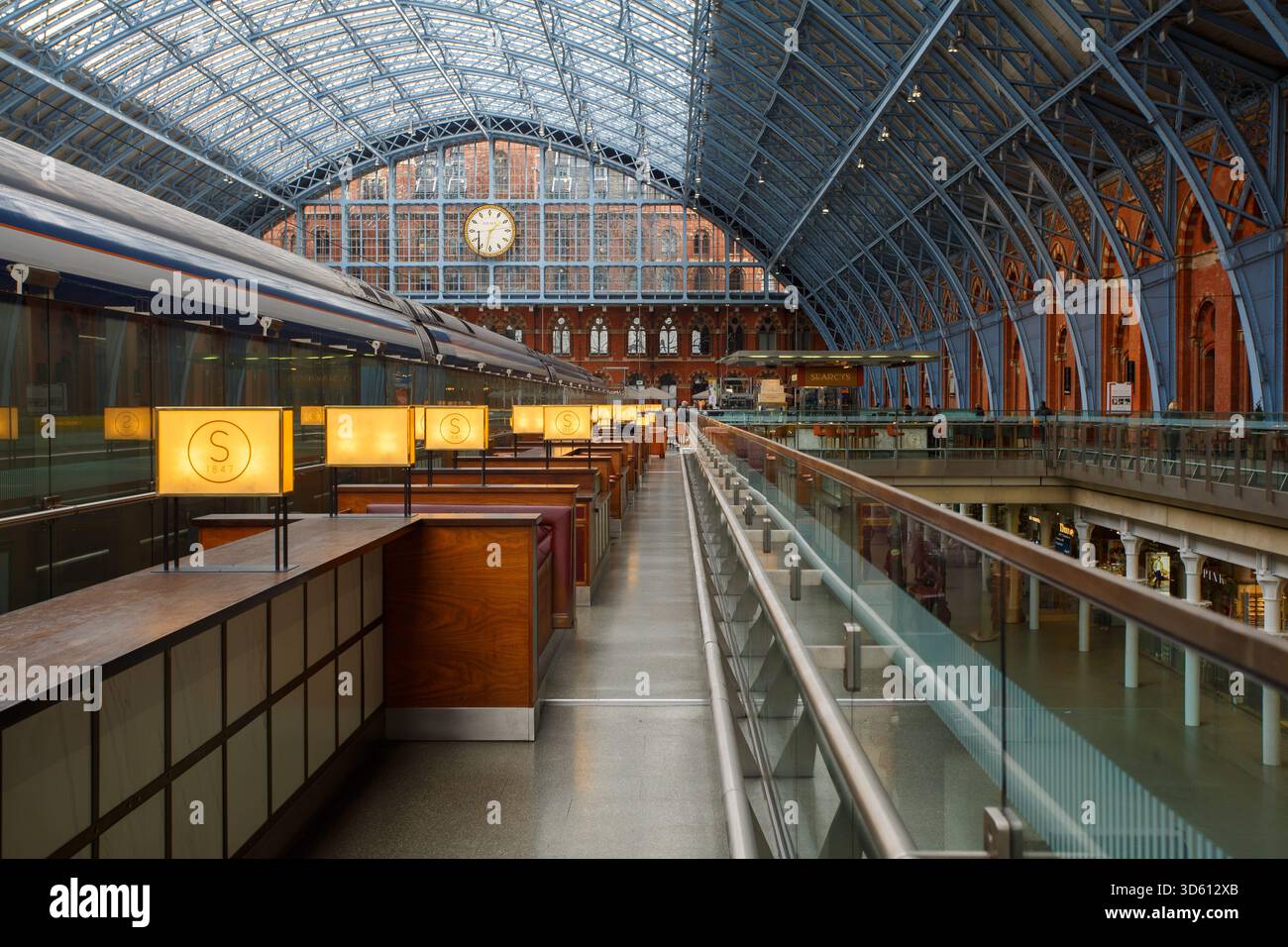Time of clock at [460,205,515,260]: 1:32
